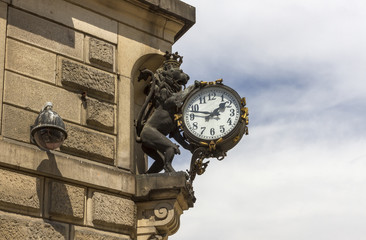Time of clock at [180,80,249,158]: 1:47
